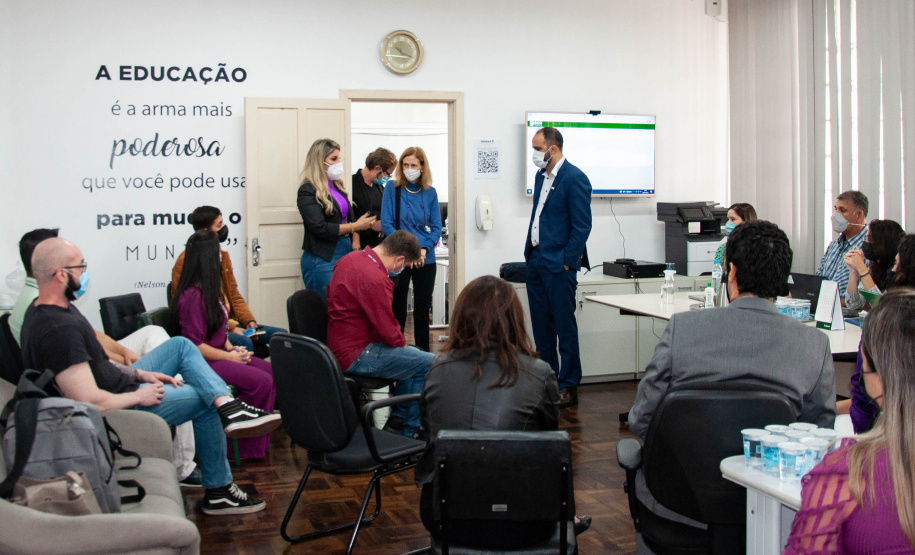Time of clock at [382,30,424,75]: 10:18
